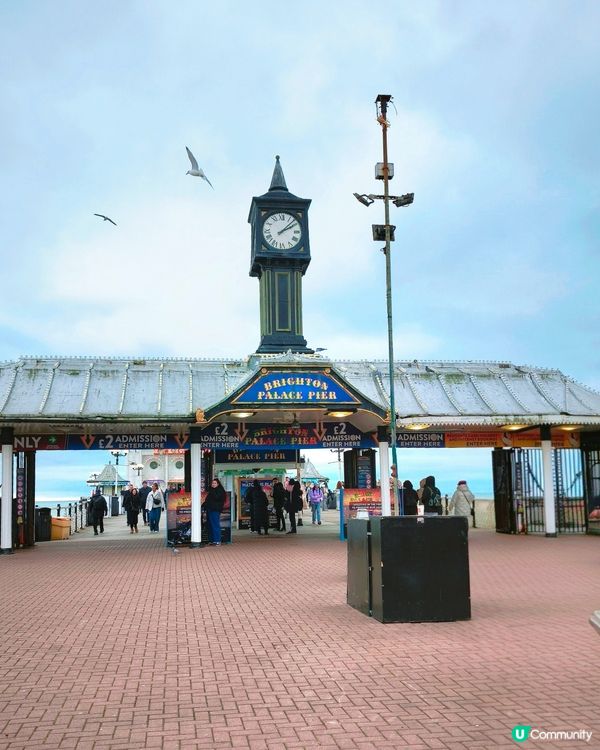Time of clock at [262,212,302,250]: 2:07
